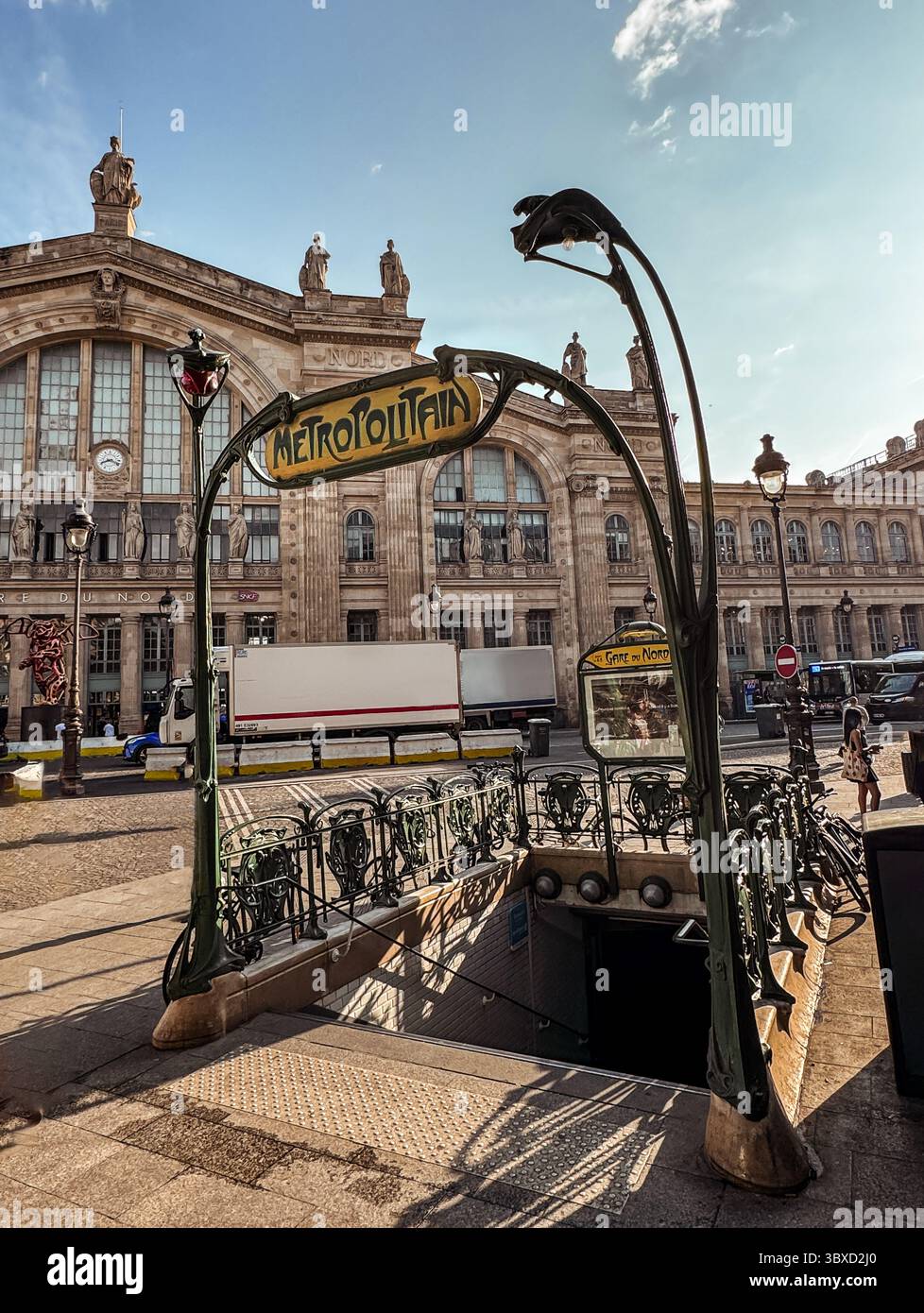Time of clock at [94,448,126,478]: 8:18
